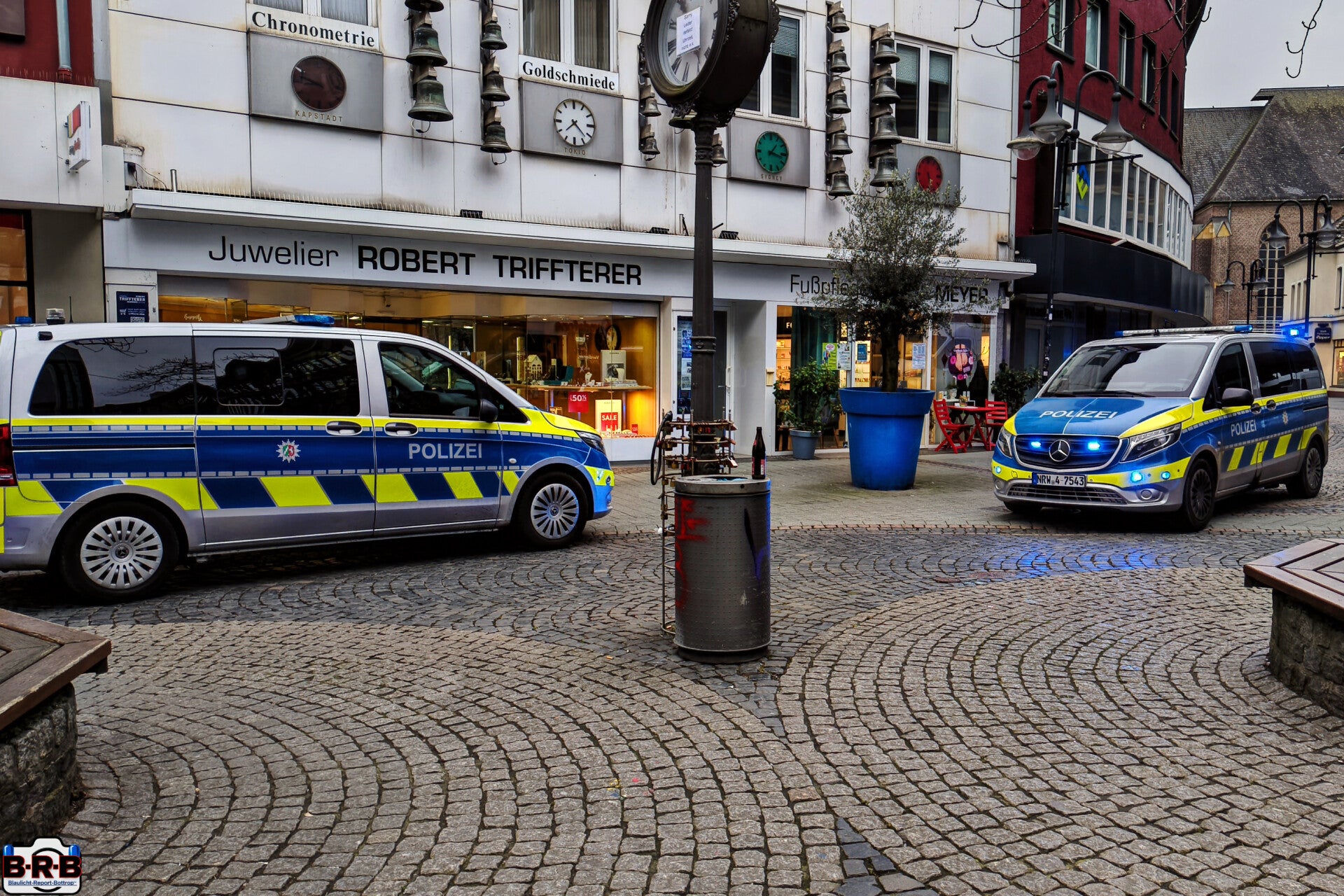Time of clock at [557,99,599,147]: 7:22
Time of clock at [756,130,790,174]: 1:16
